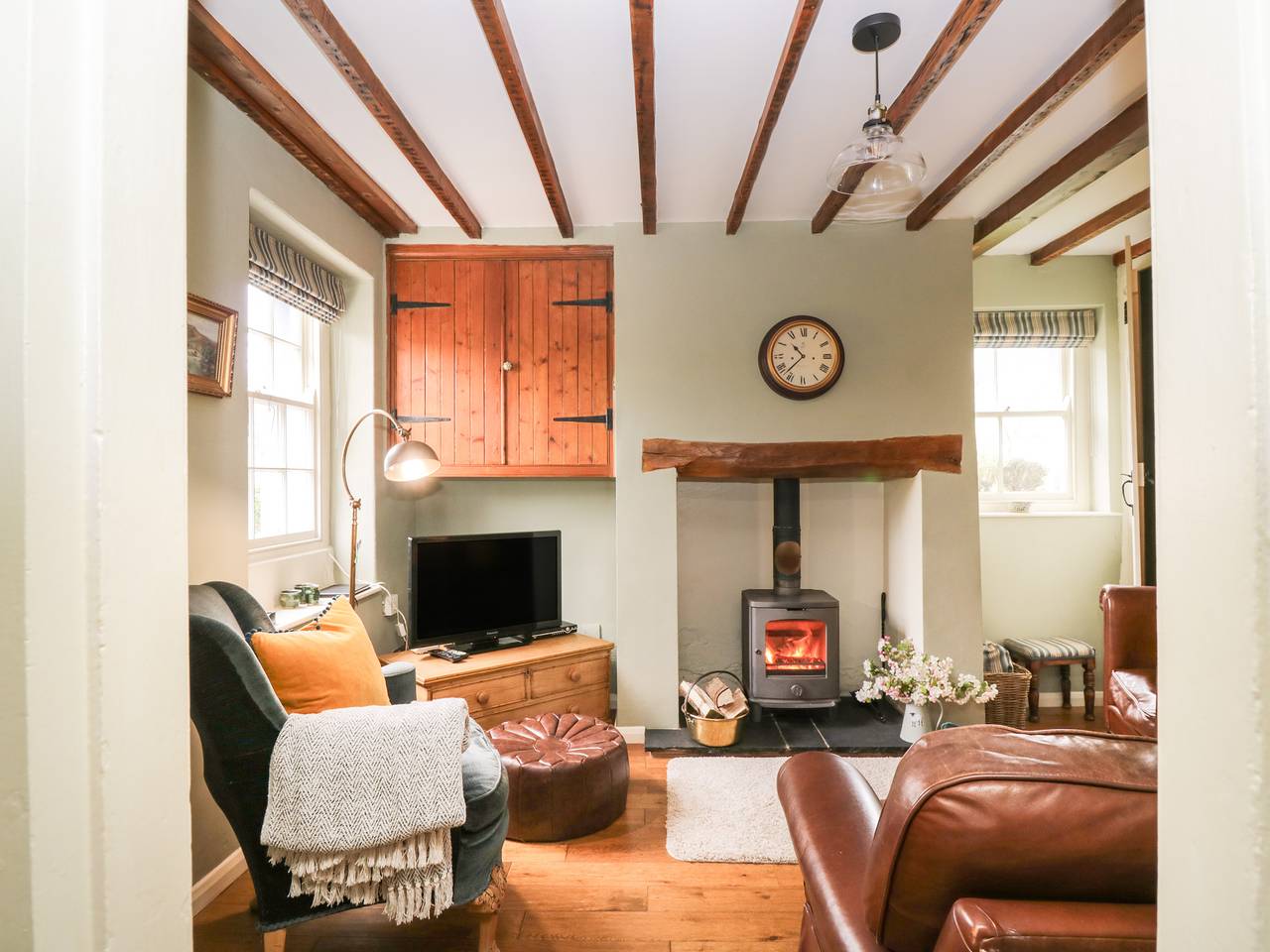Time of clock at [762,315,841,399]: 10:37
